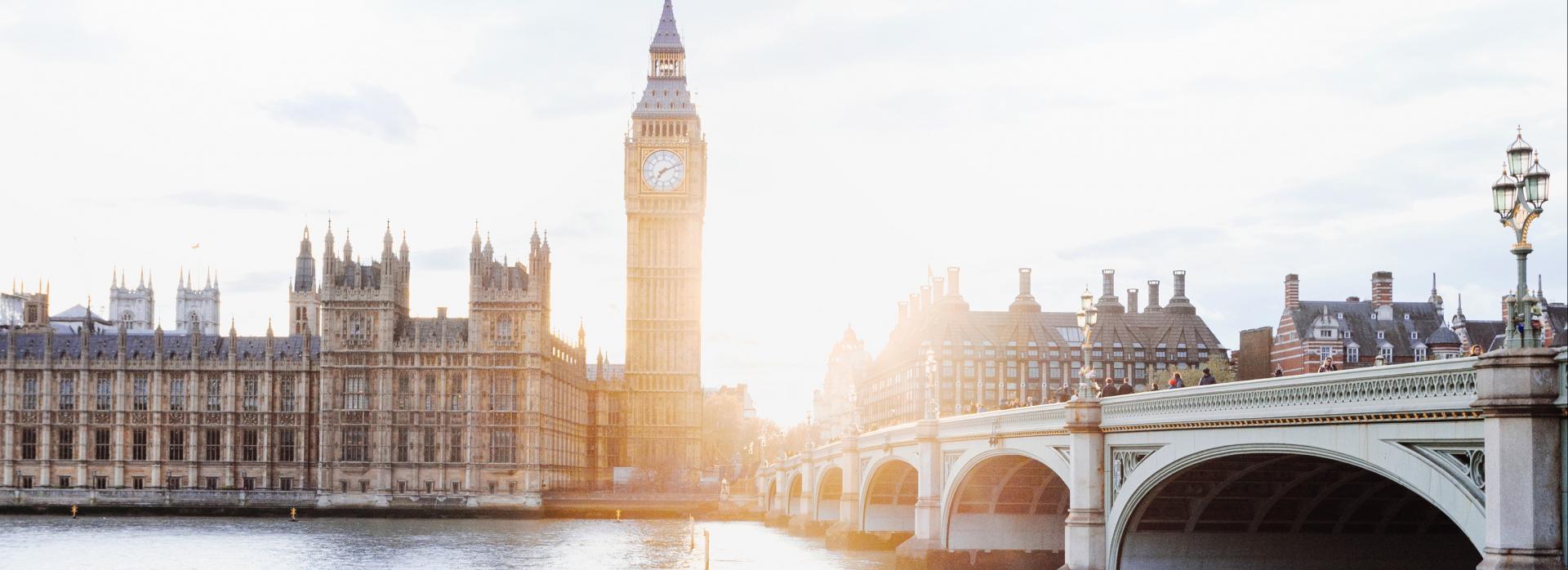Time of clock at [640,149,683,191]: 7:11
